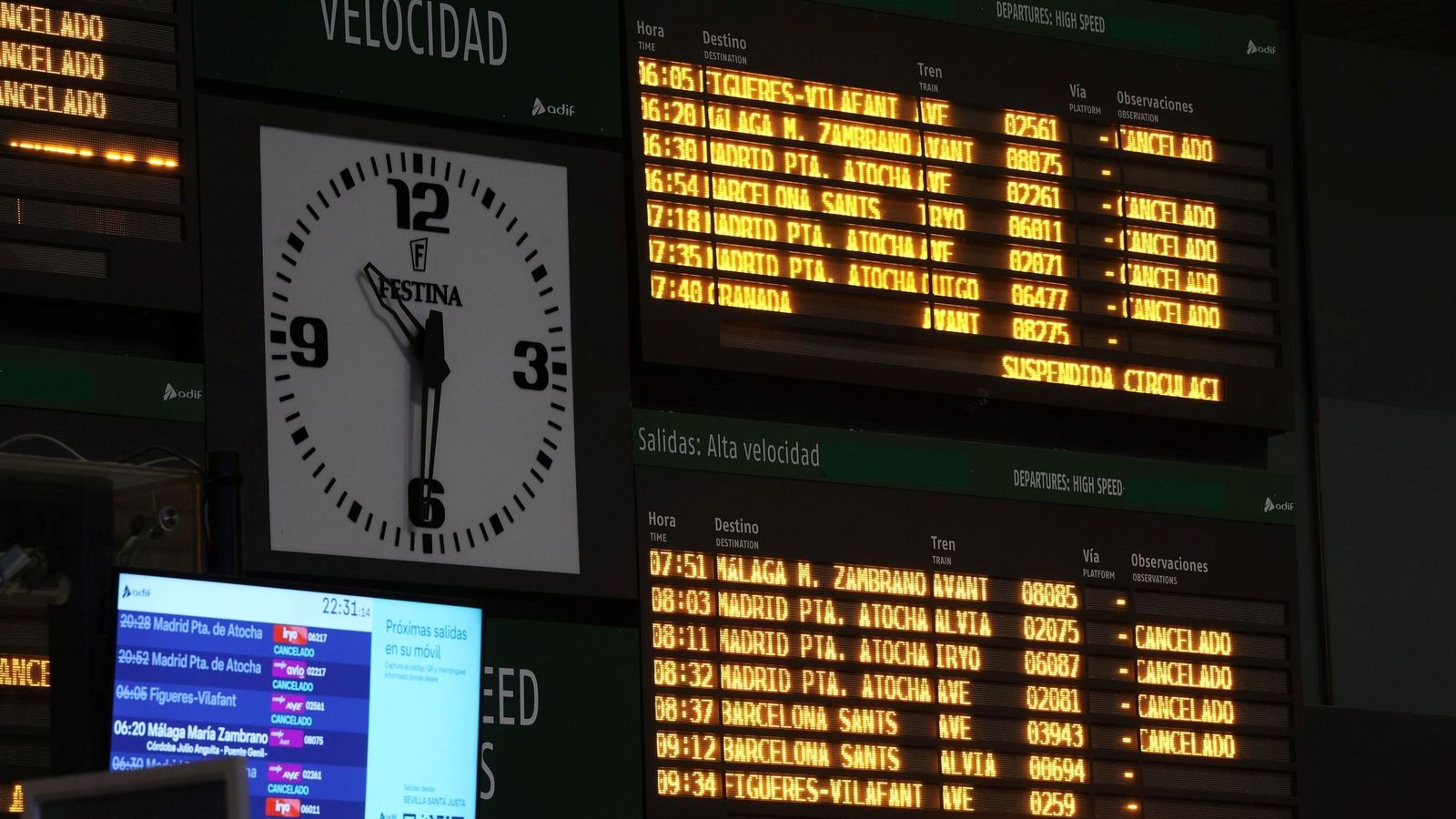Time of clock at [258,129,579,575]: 10:31
